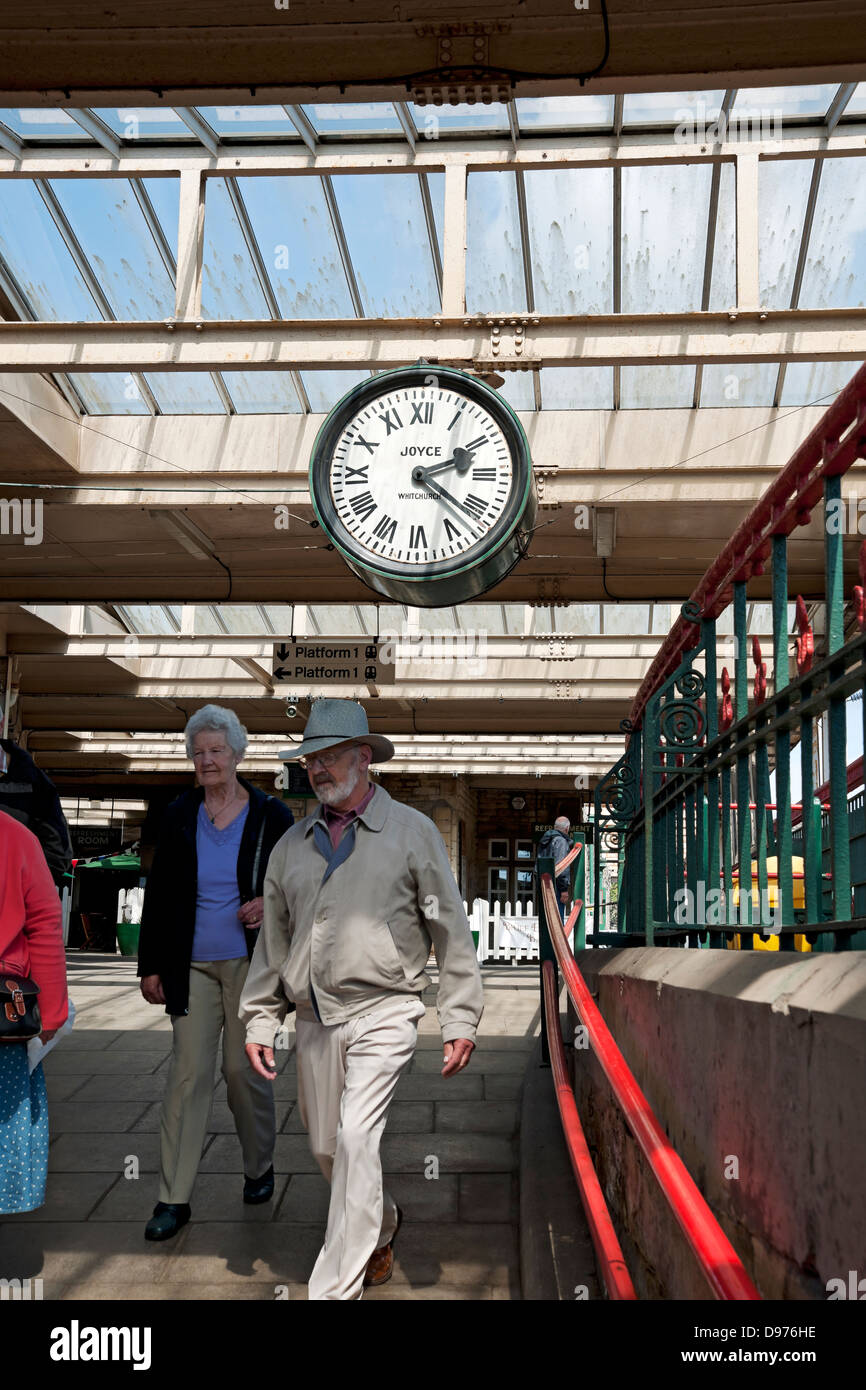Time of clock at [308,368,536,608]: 2:21
